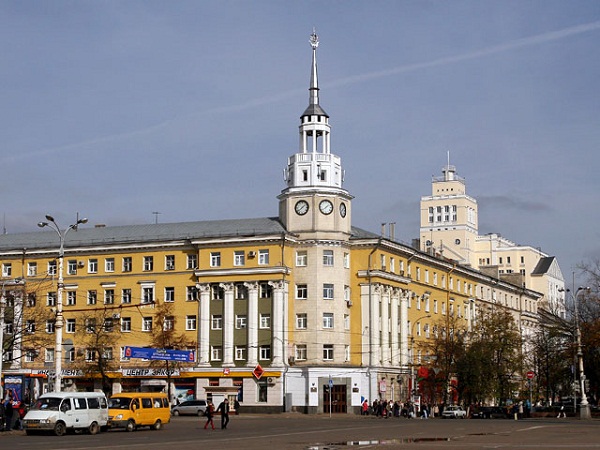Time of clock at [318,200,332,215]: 1:39
